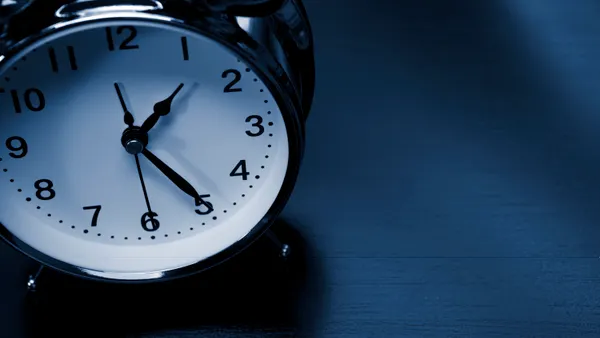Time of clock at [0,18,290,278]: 1:24
